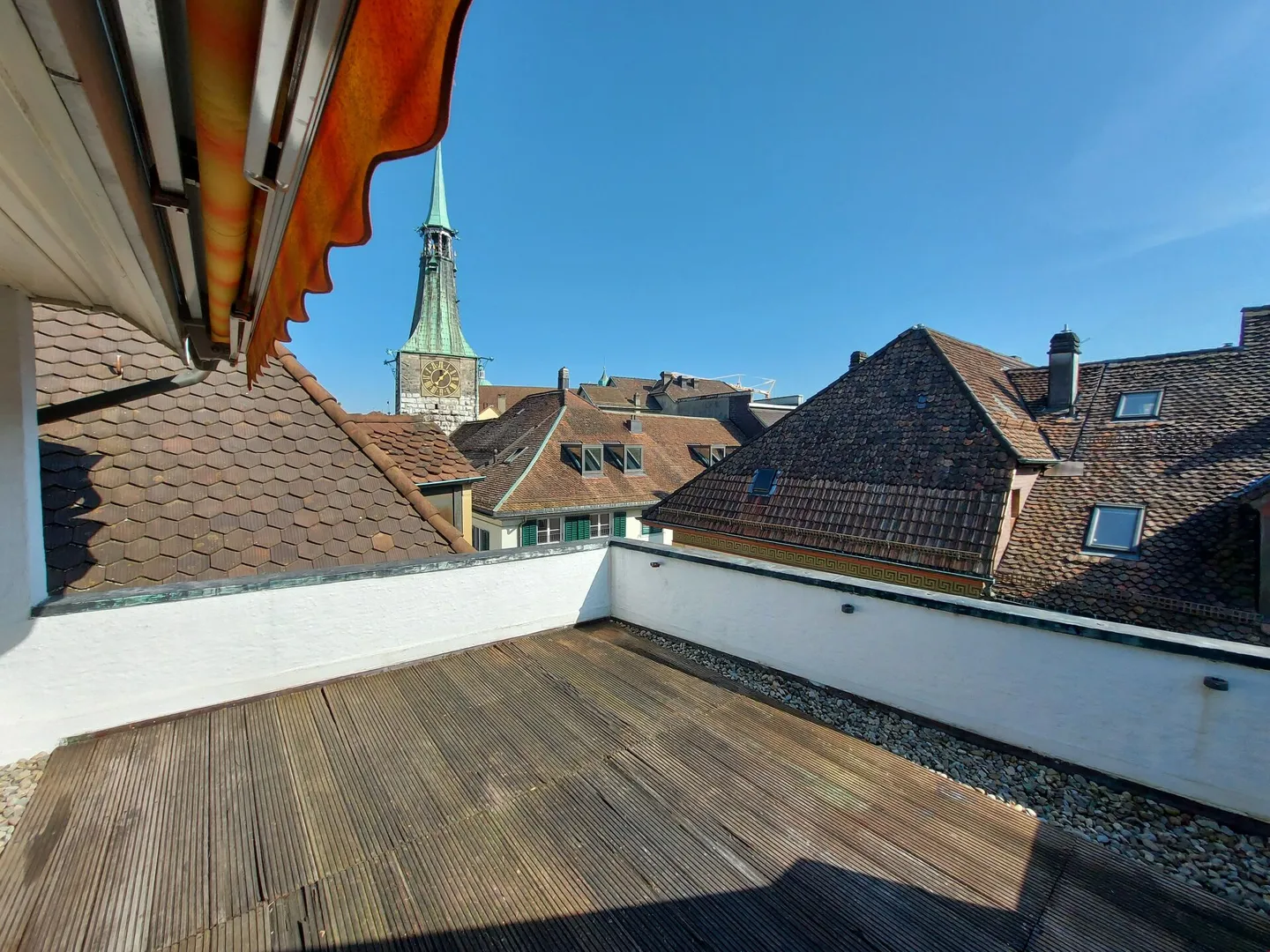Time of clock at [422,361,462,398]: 12:07
